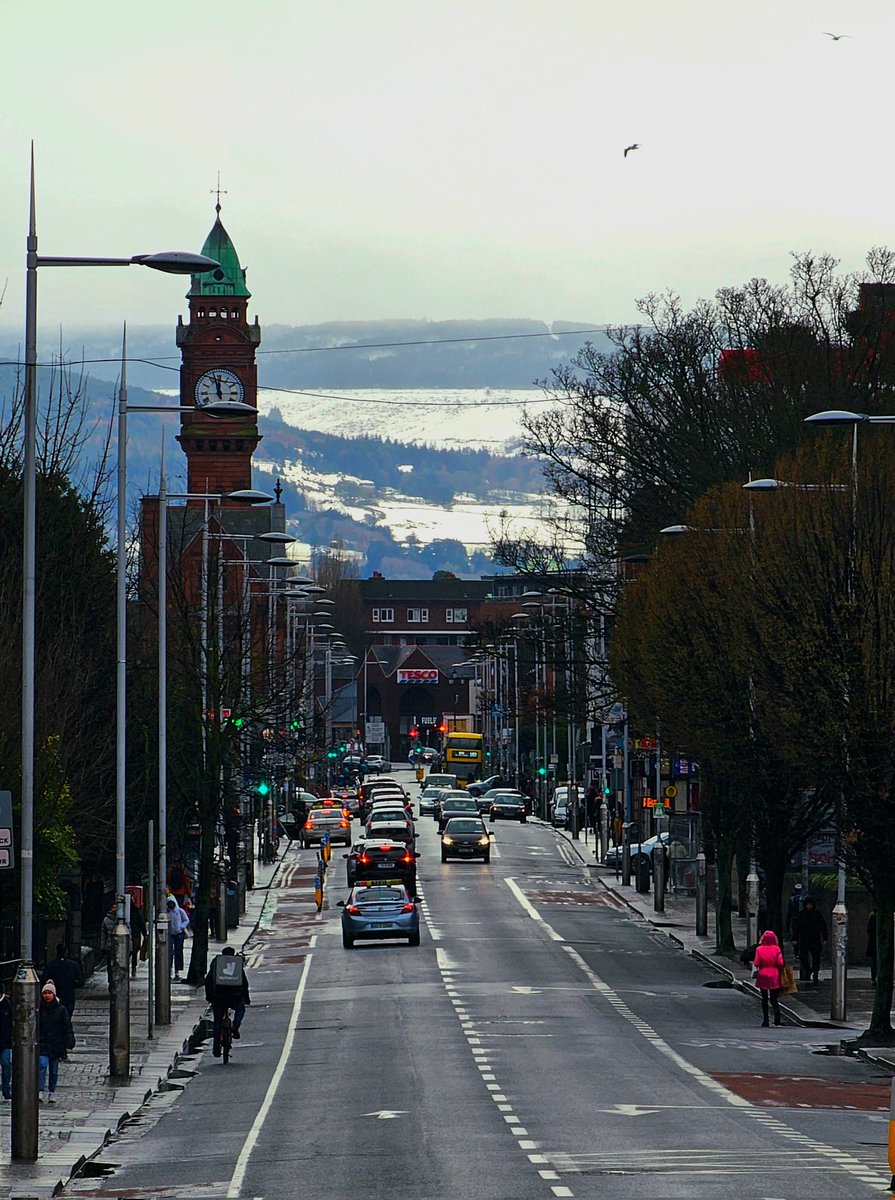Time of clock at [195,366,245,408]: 11:57
